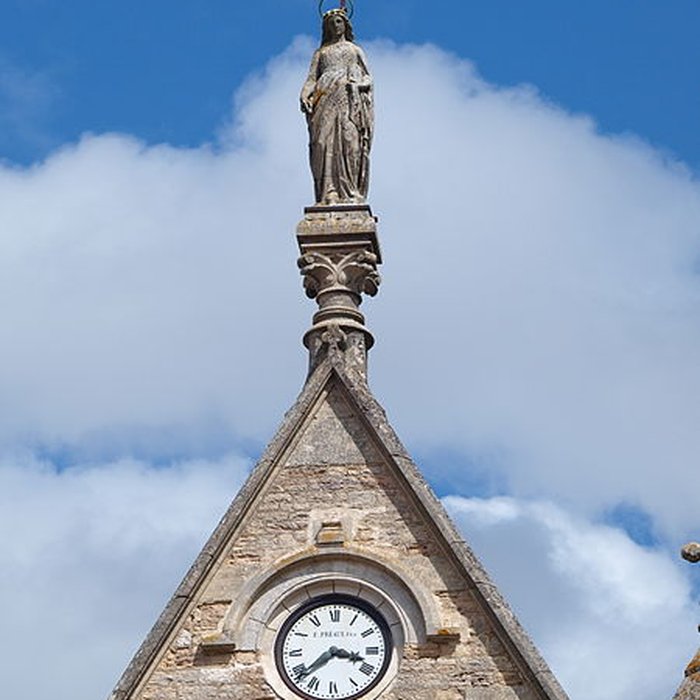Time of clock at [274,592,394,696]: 3:38
